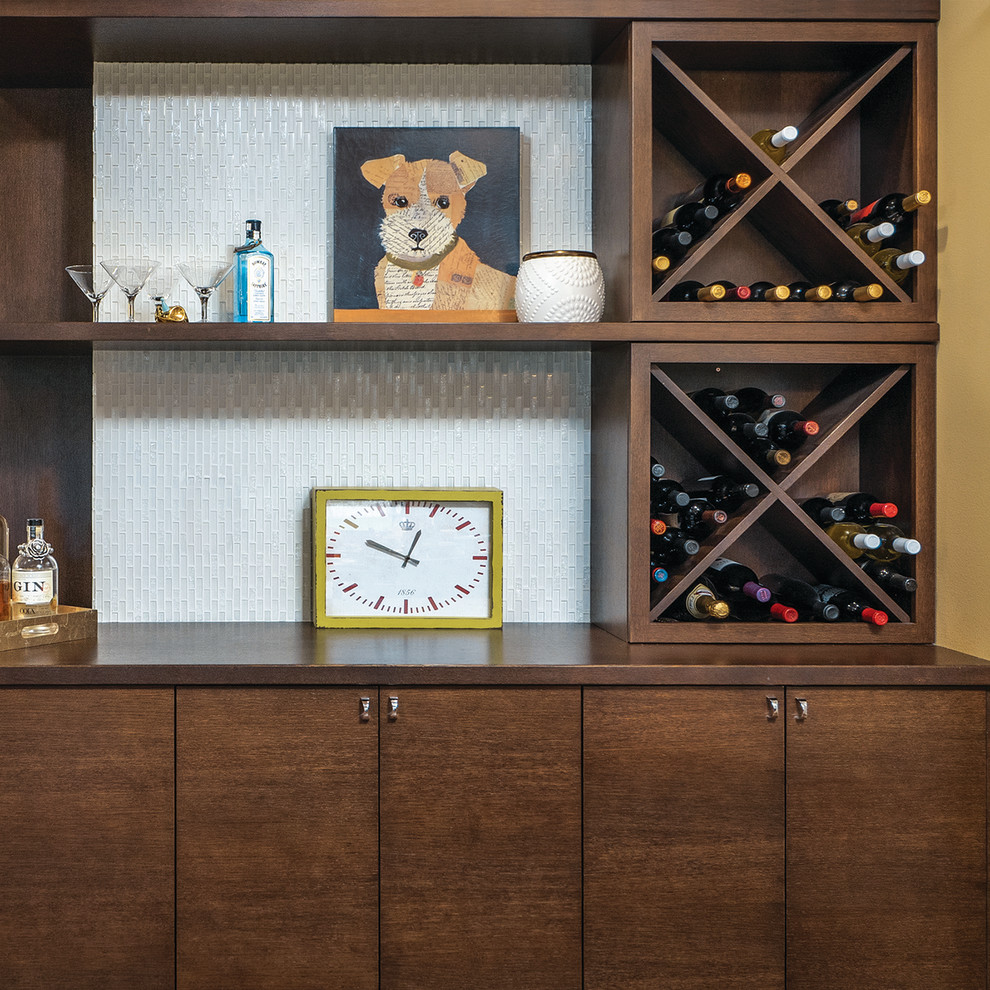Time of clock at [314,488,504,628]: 12:48
